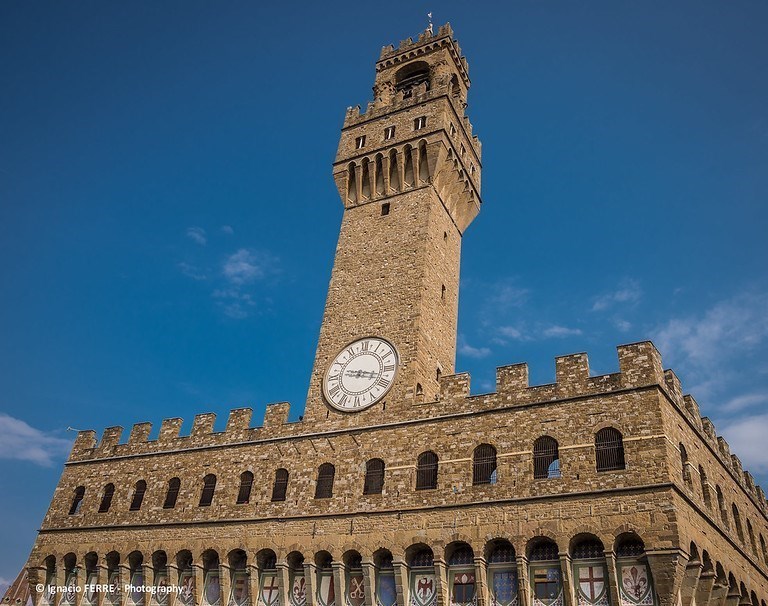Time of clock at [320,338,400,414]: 9:17
